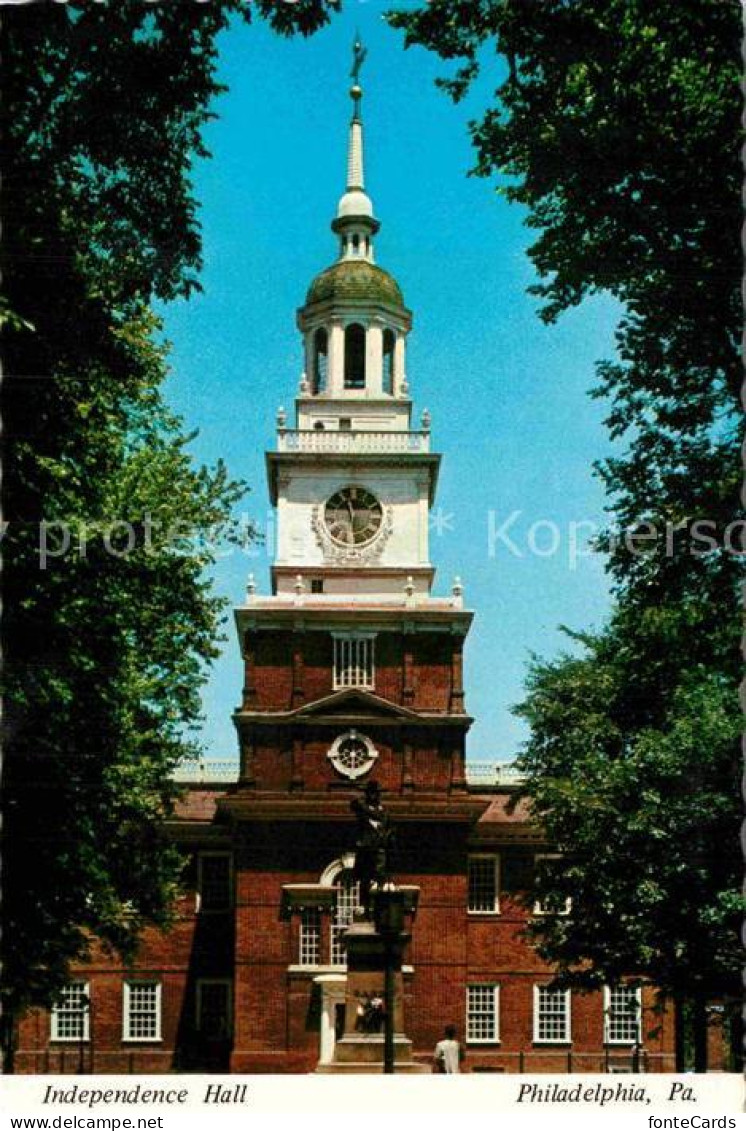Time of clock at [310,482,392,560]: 11:28
